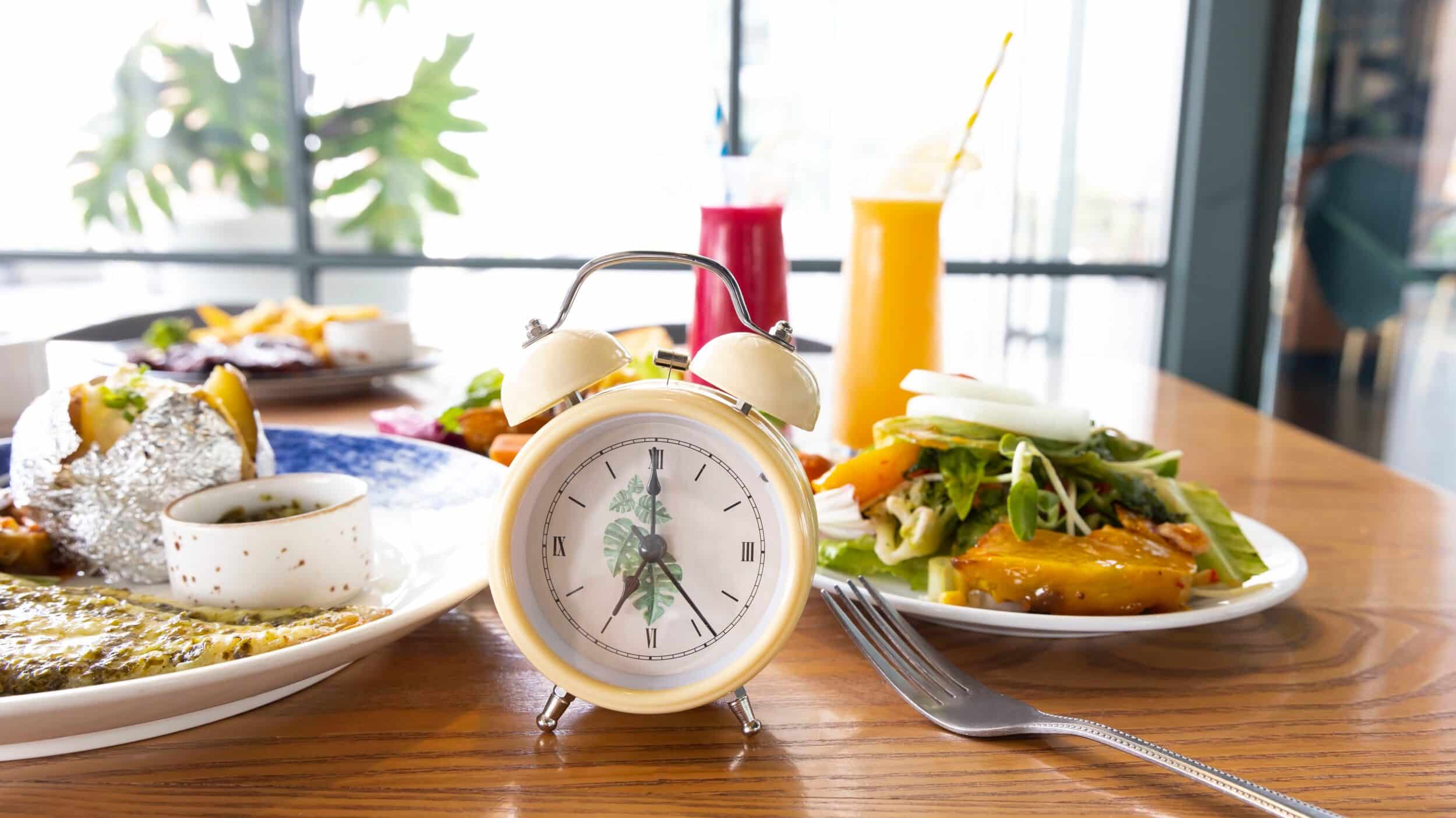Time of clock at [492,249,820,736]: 7:00
